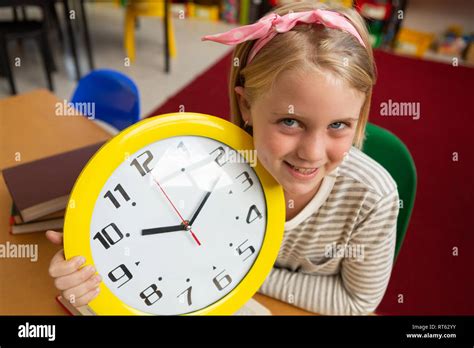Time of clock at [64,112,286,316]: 9:07
